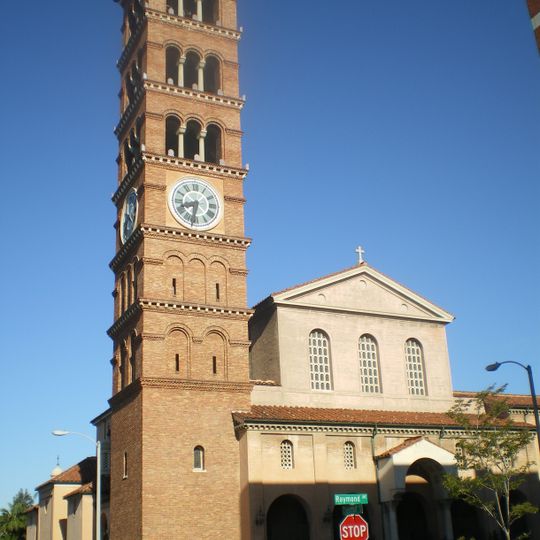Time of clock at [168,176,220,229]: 8:32
